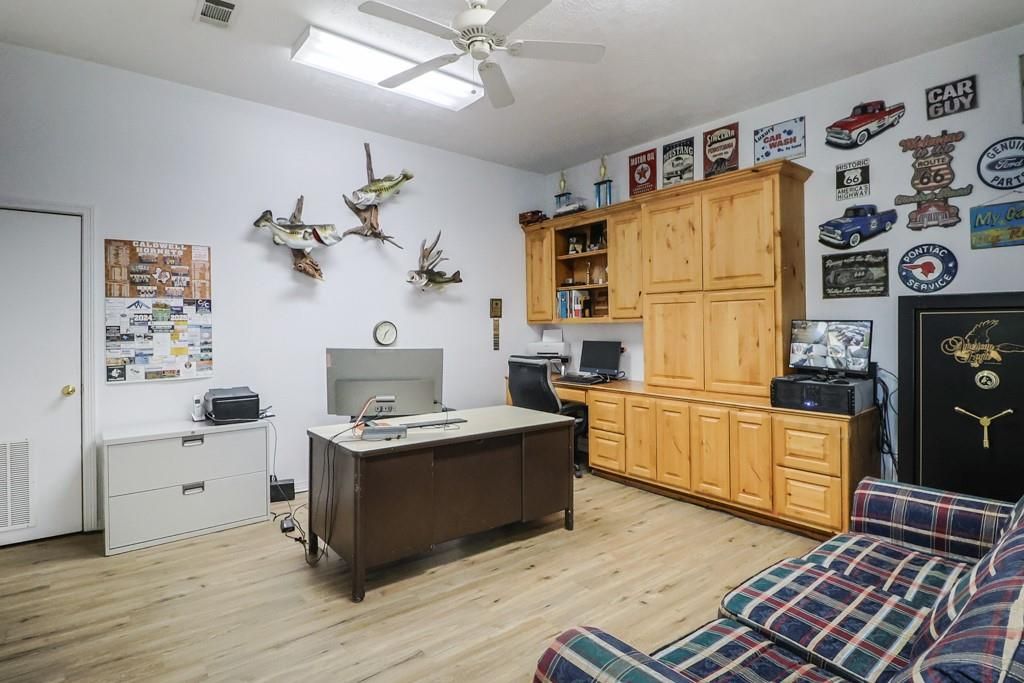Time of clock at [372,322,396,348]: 1:33
